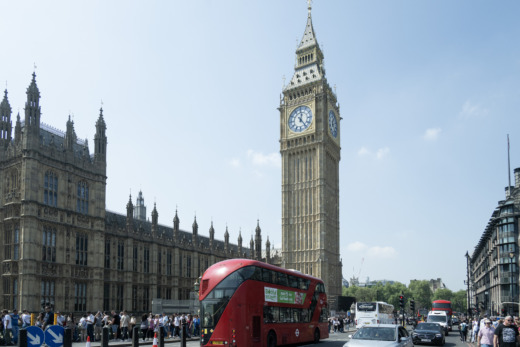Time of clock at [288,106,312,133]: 12:23
